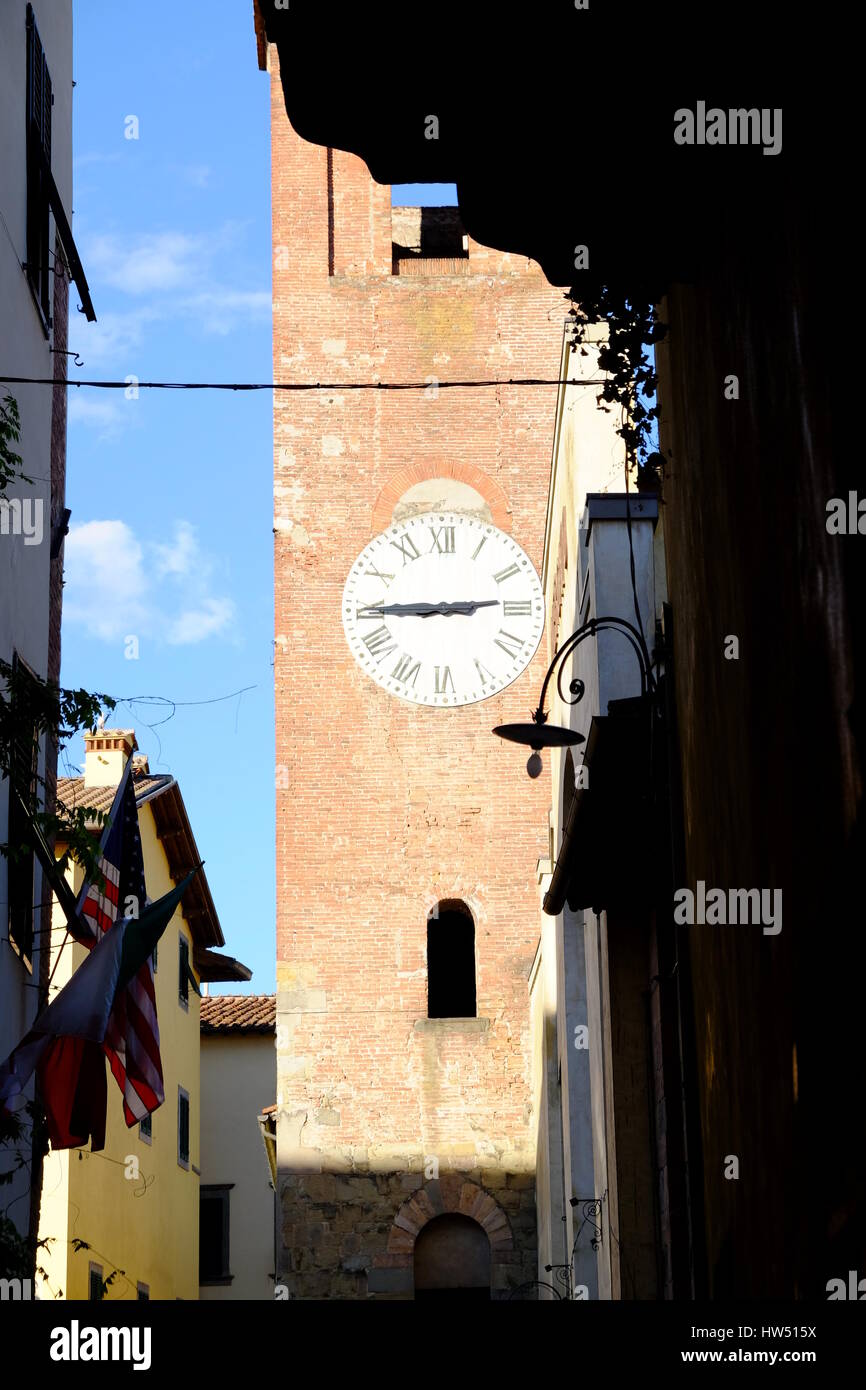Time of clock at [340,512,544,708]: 2:44
